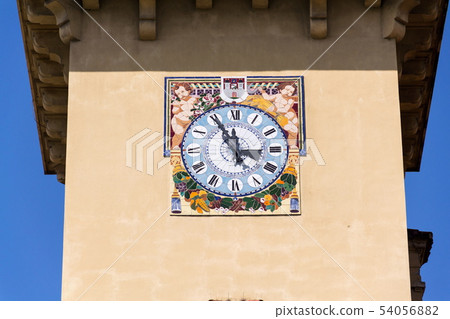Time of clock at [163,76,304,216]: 11:55
